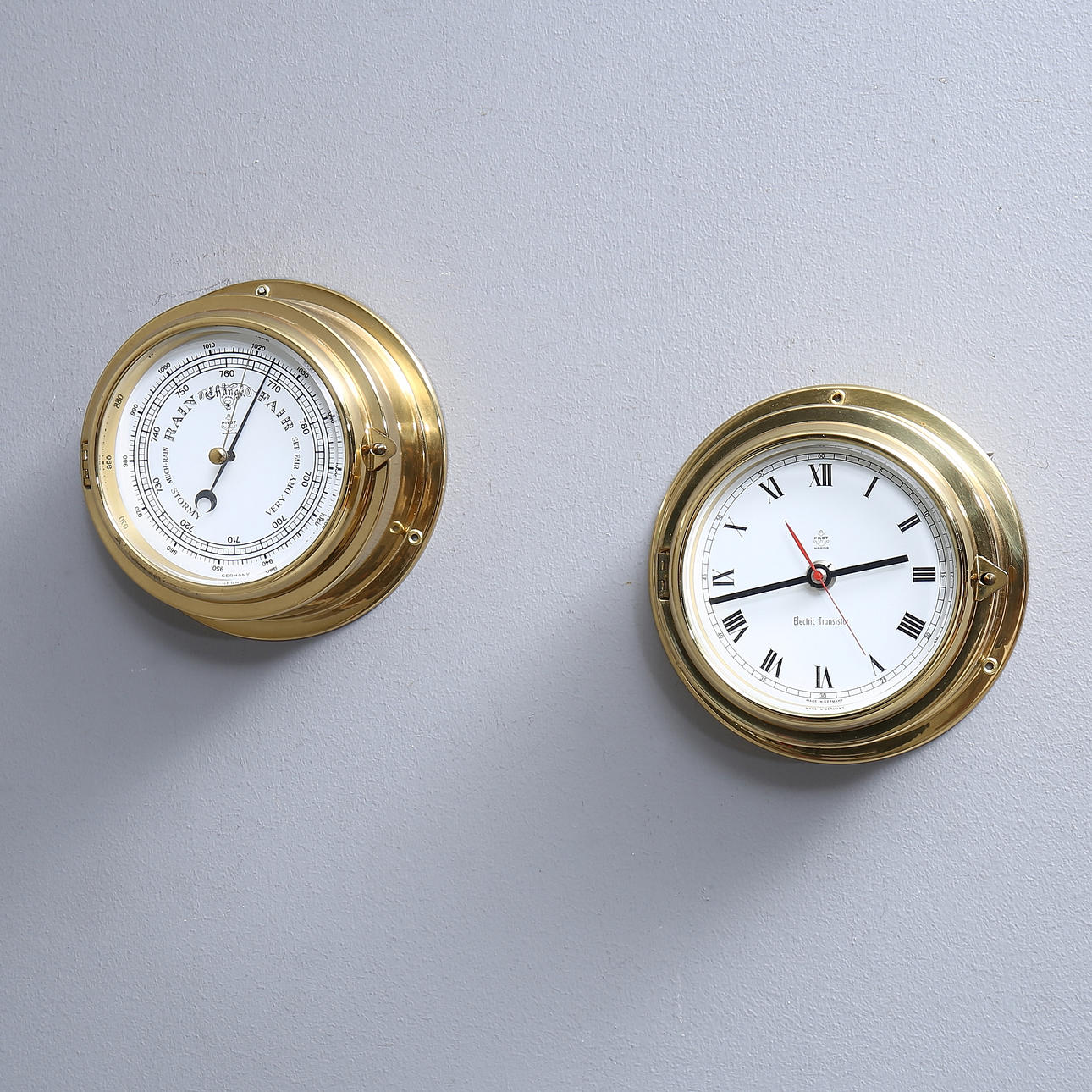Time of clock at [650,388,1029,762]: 2:42
